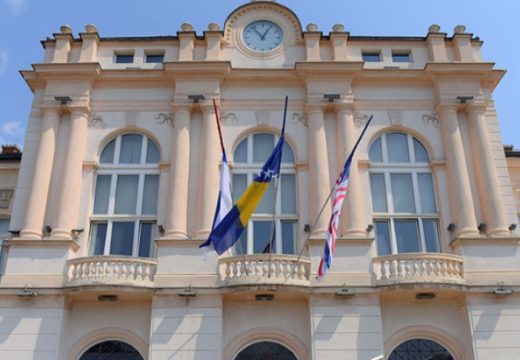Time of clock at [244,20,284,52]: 12:53
